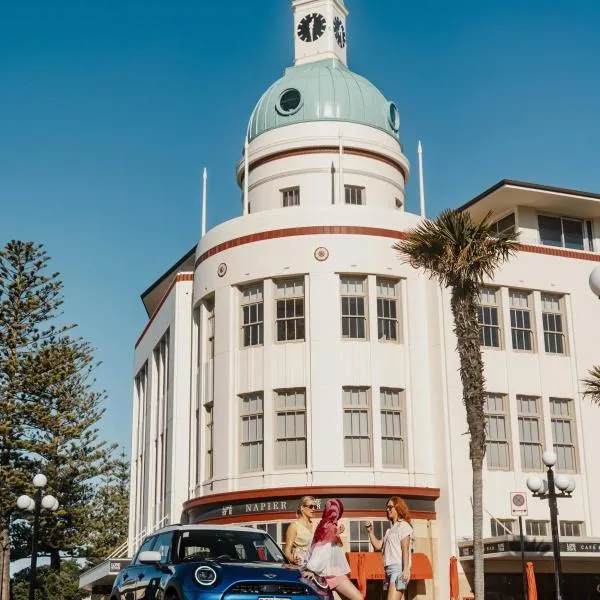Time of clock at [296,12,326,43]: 12:28
